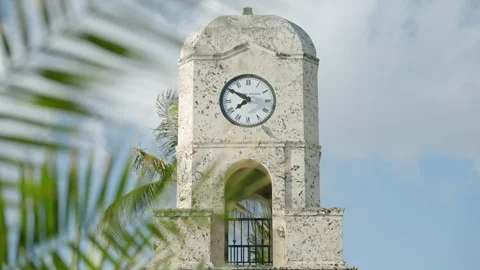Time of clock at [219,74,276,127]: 7:50
